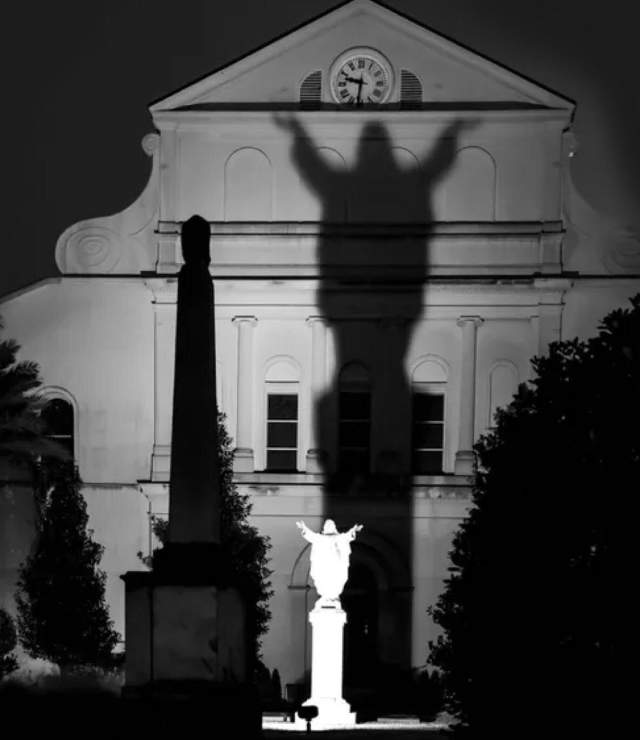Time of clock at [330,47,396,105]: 9:31
